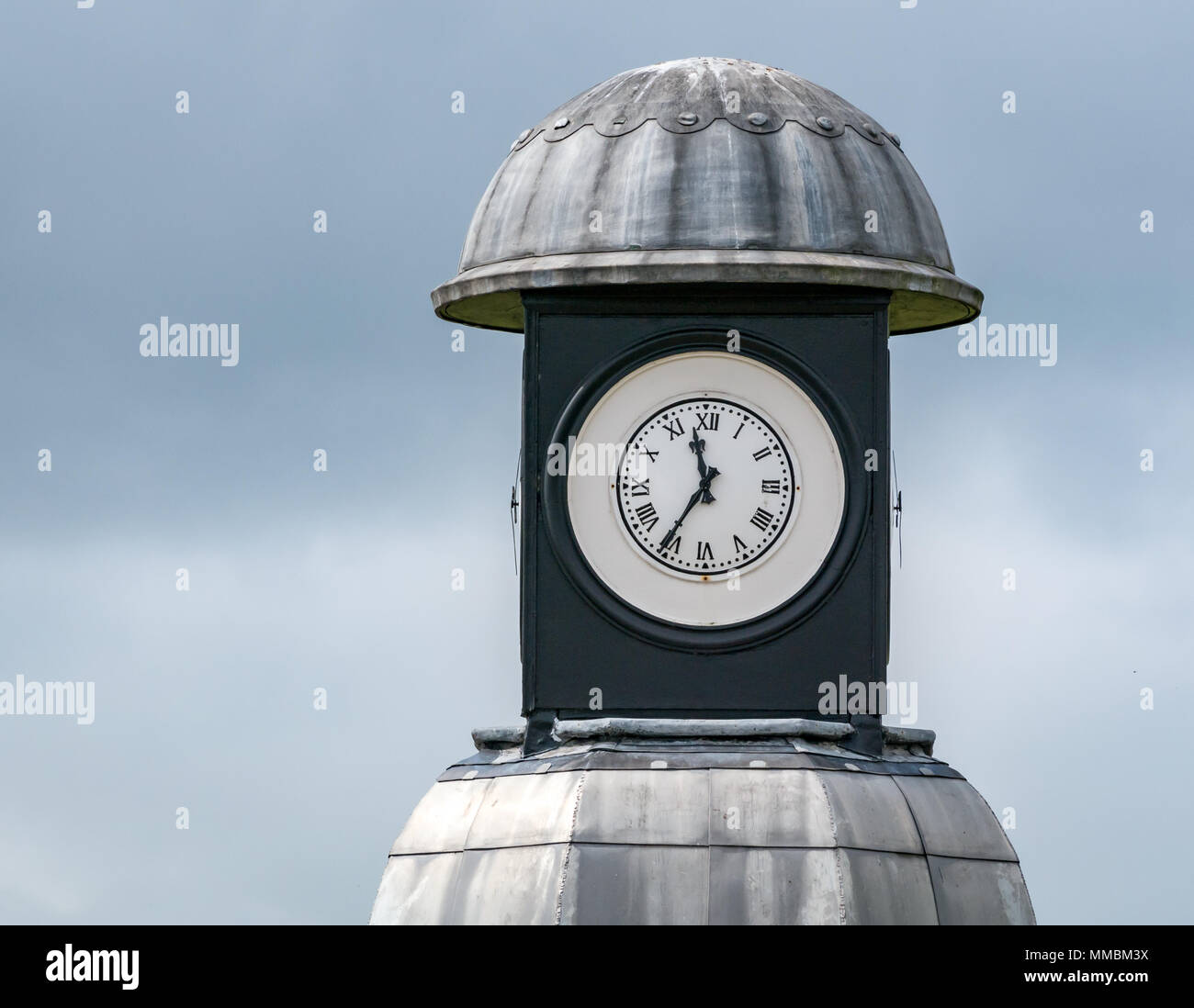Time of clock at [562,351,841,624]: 11:35
